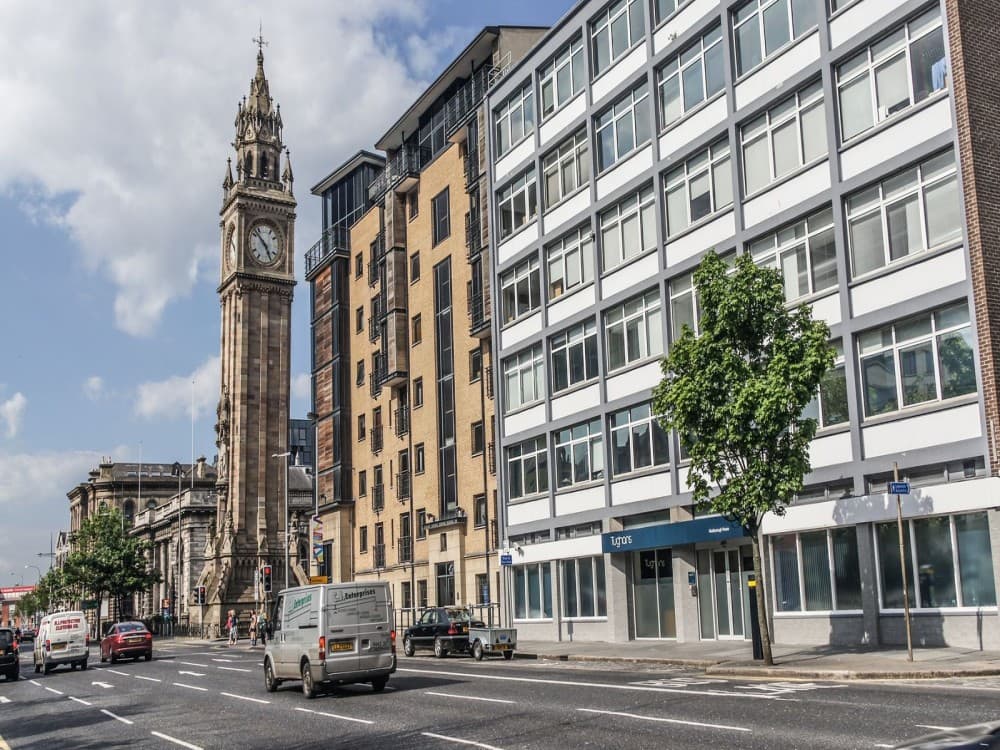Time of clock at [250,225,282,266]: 4:52
